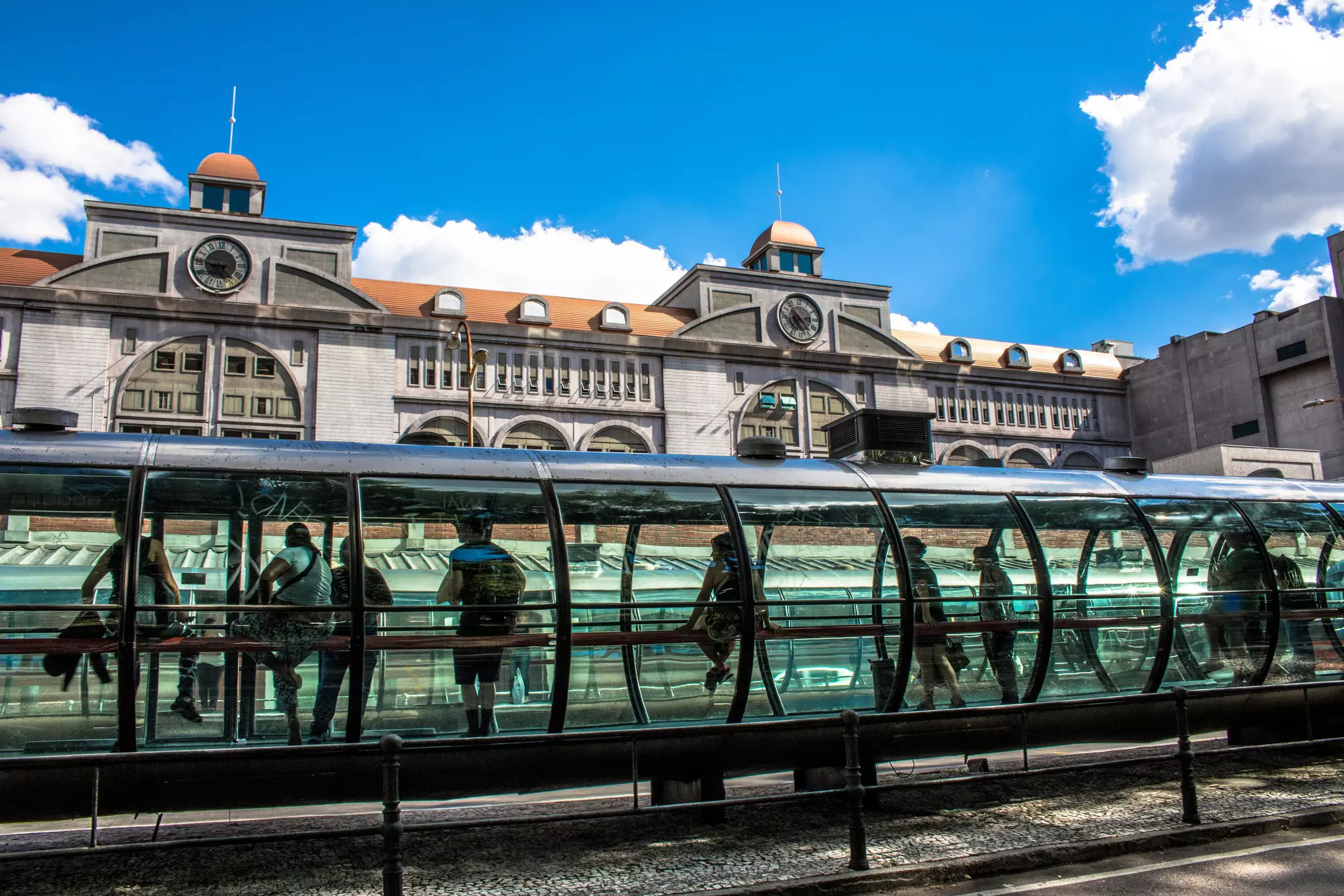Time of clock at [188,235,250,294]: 4:45
